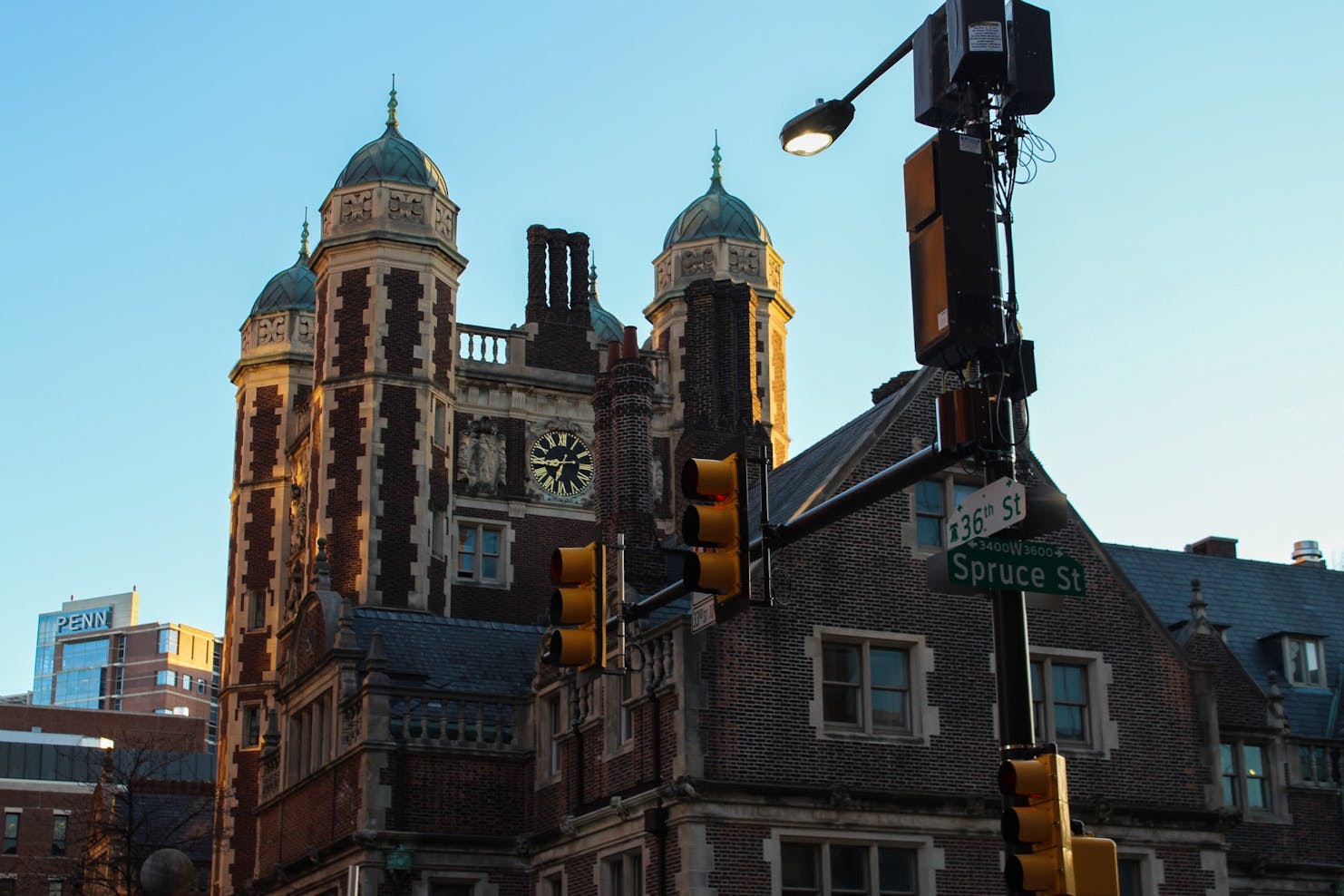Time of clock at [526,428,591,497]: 6:43
